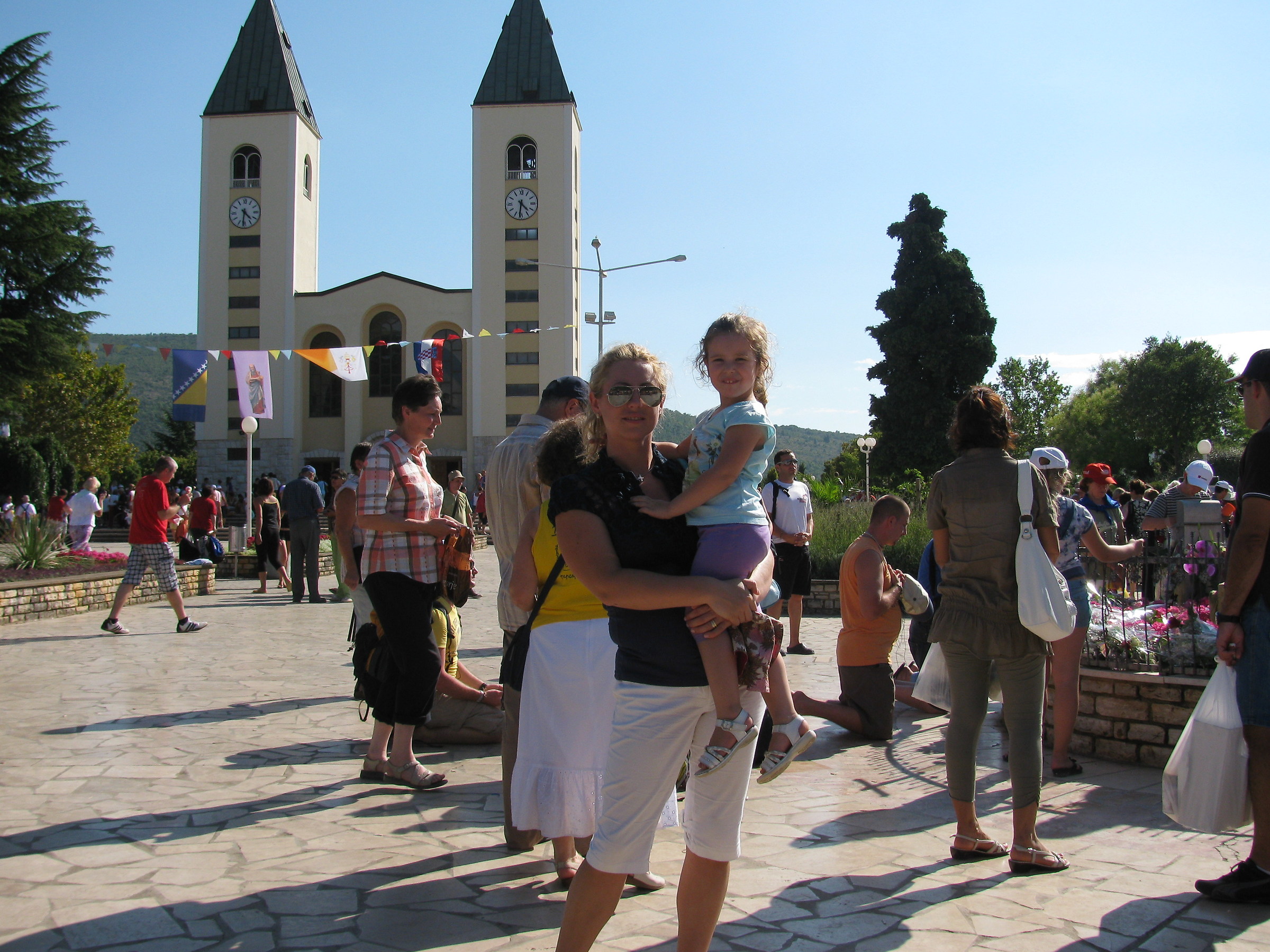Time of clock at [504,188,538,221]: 4:31
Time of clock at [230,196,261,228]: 4:31
